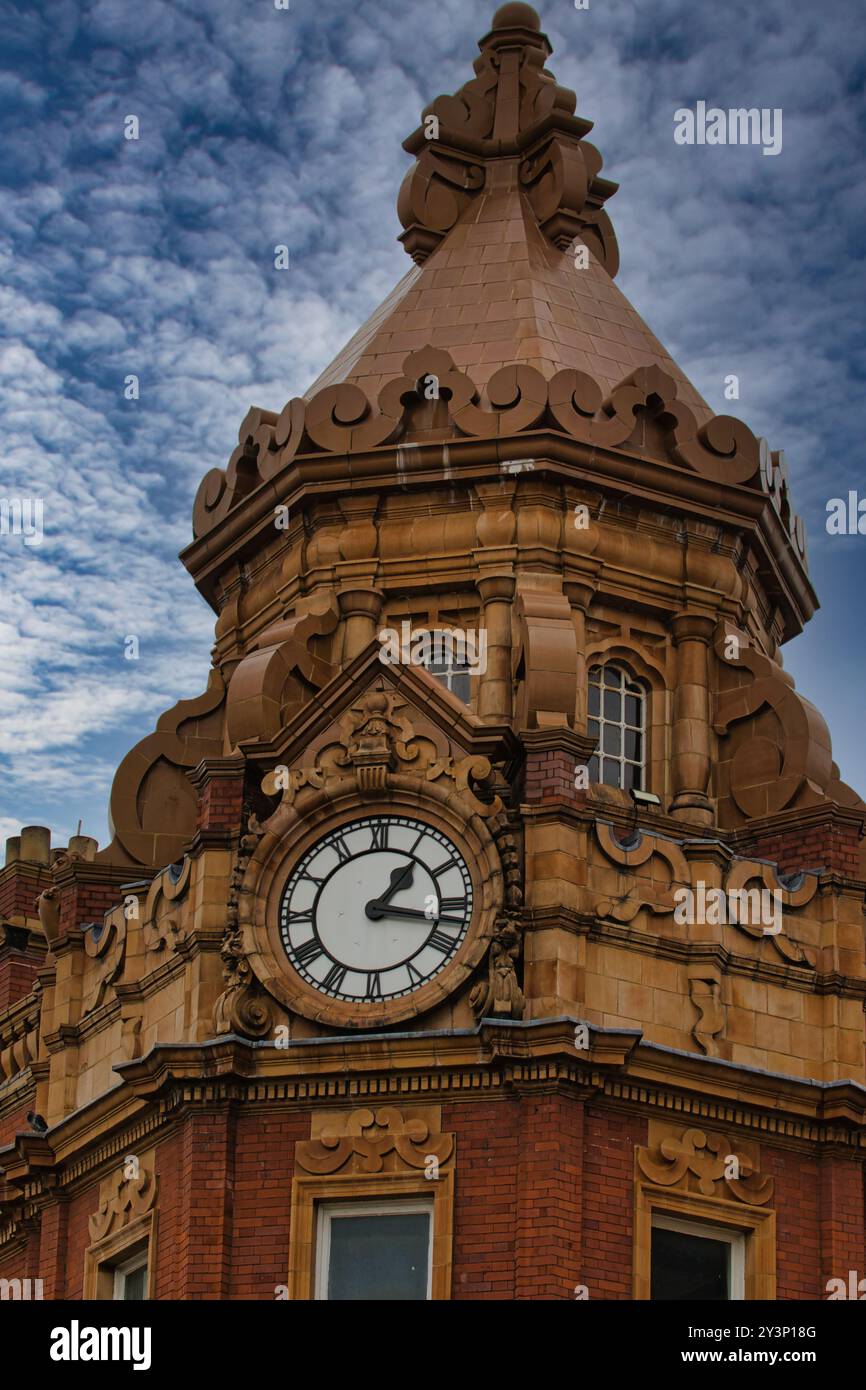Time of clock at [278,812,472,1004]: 1:17
